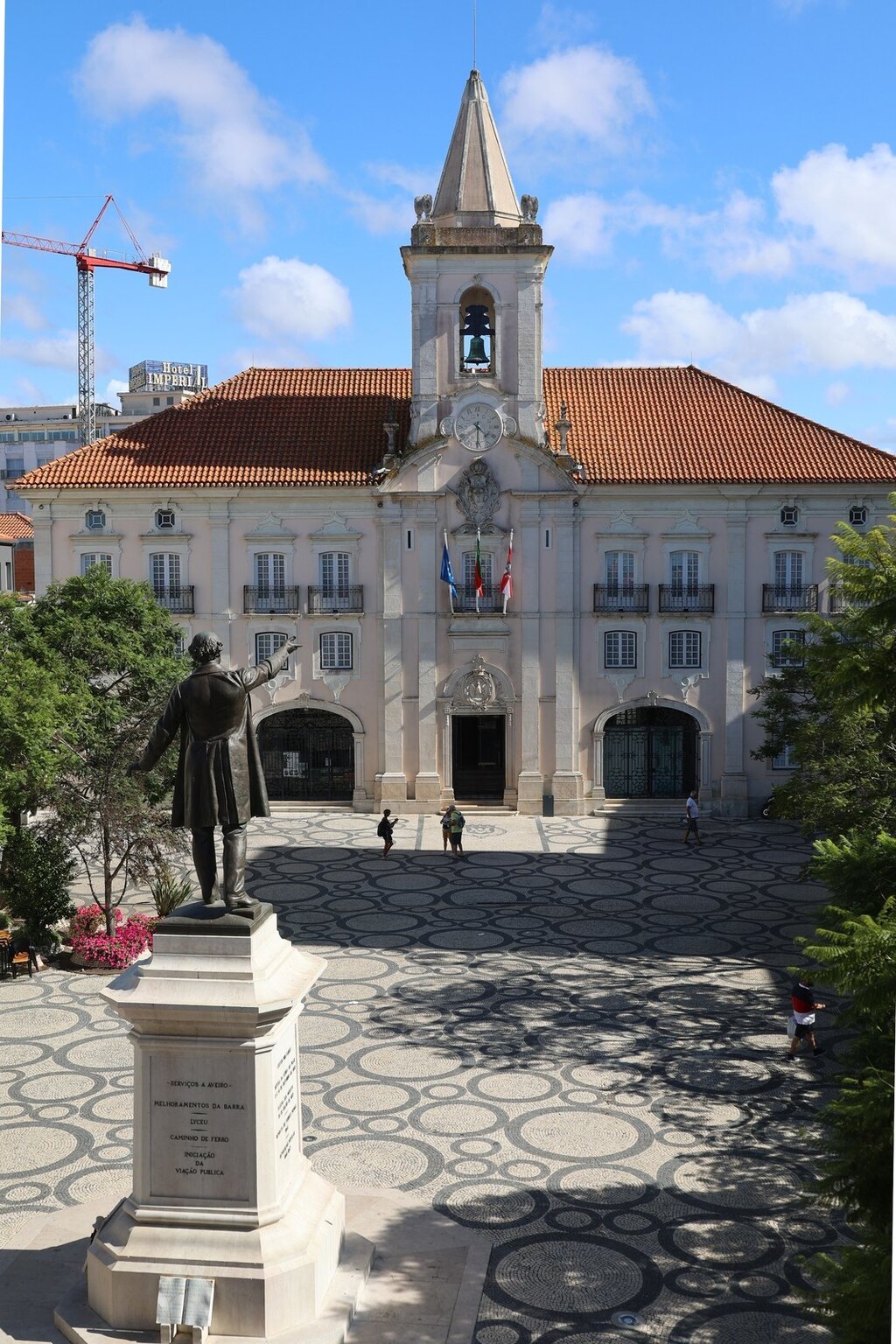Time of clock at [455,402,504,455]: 4:31
